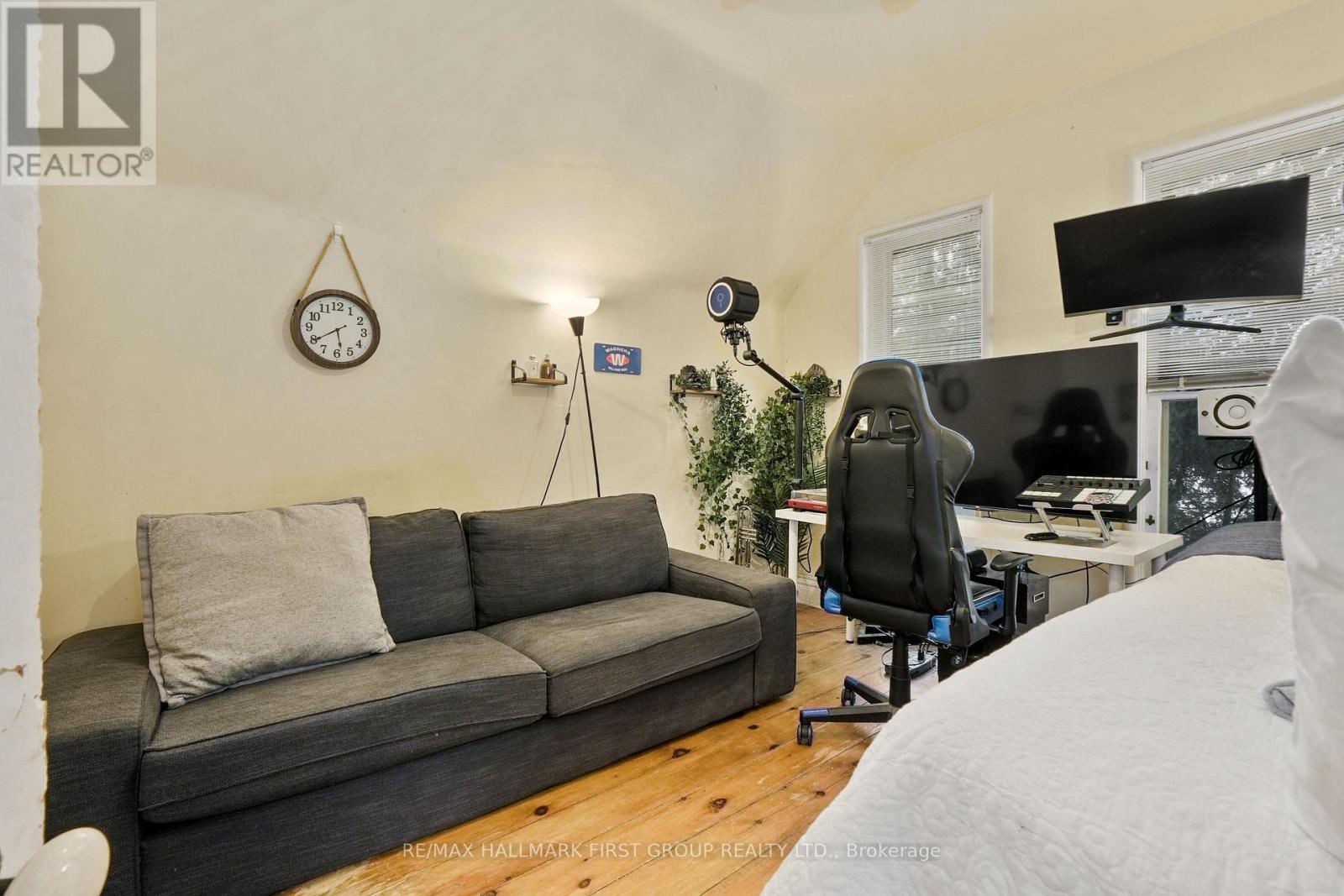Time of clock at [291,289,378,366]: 5:39
